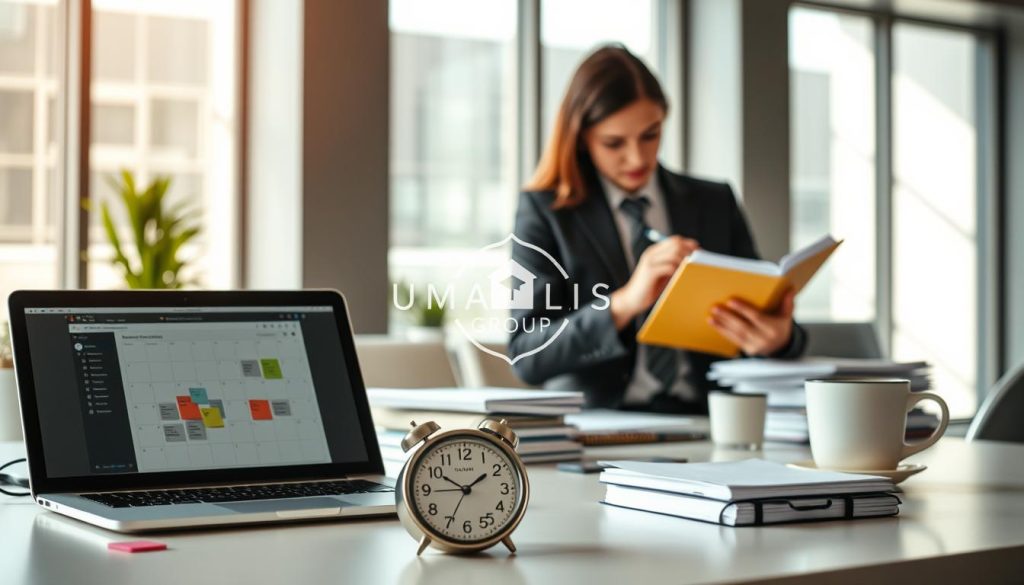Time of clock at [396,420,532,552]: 1:50
